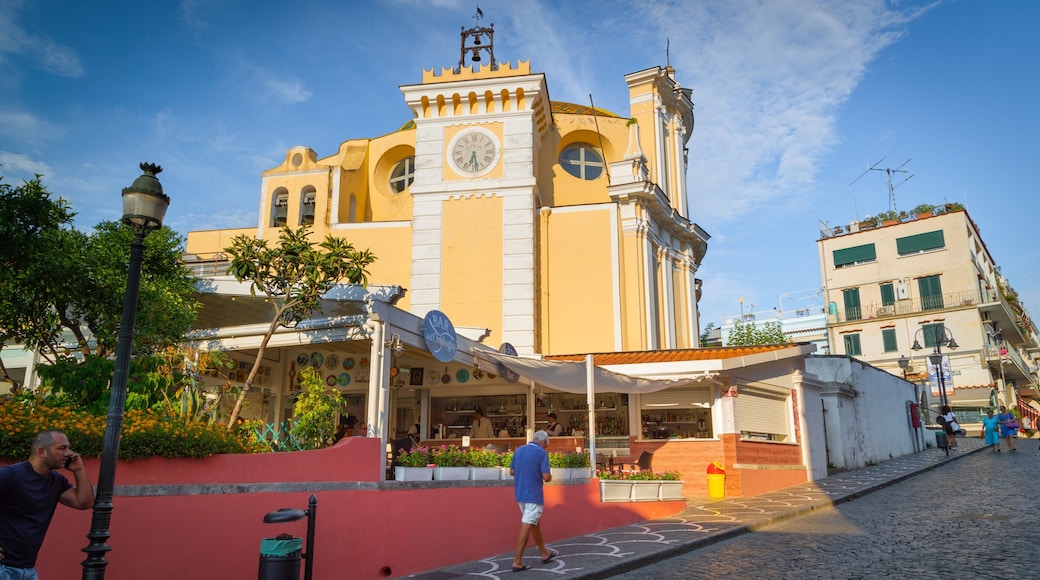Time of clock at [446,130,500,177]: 6:28
